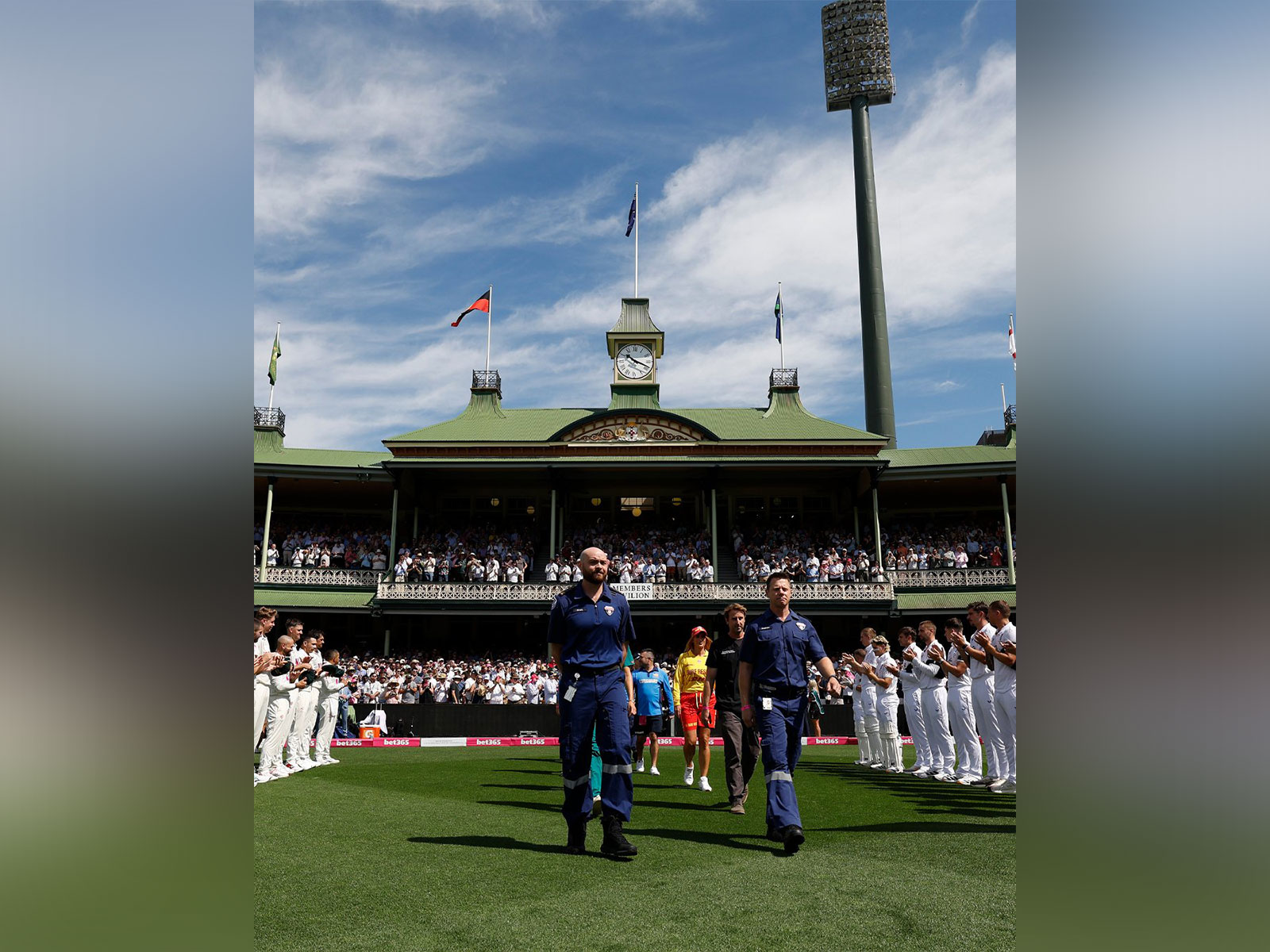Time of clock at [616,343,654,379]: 10:18
